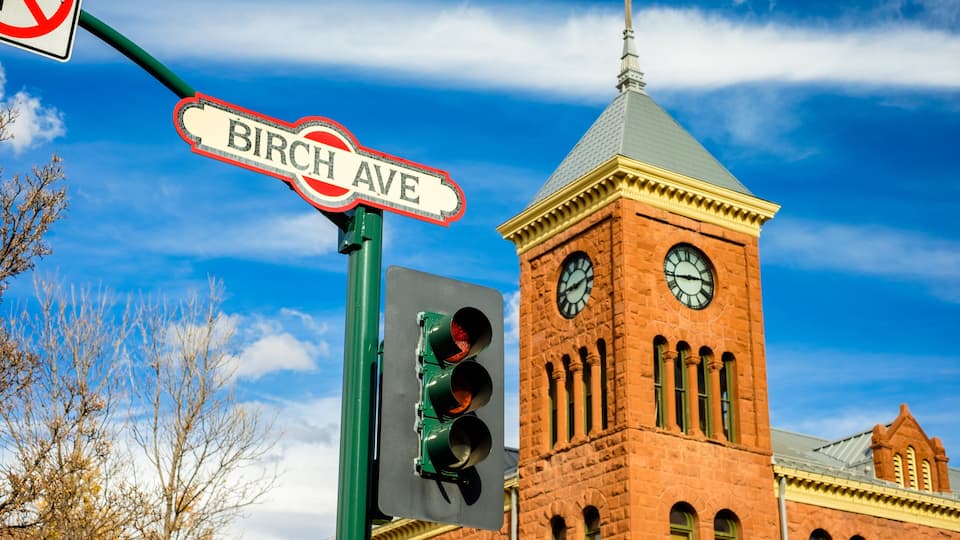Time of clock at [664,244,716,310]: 2:43
